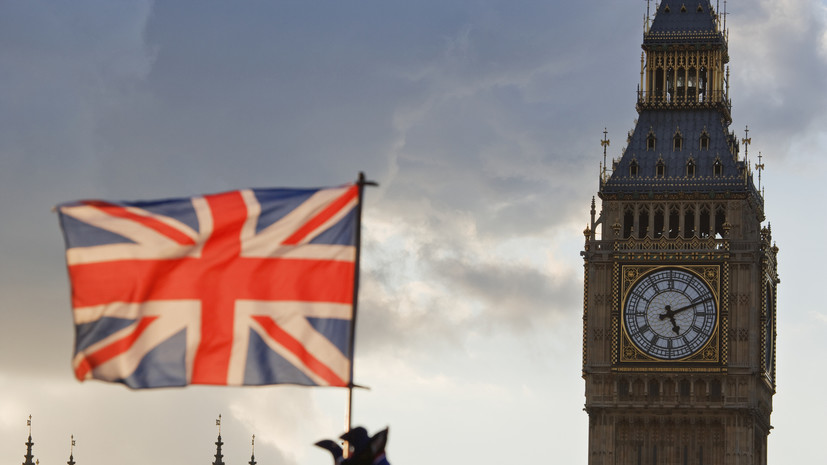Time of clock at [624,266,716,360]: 5:11
